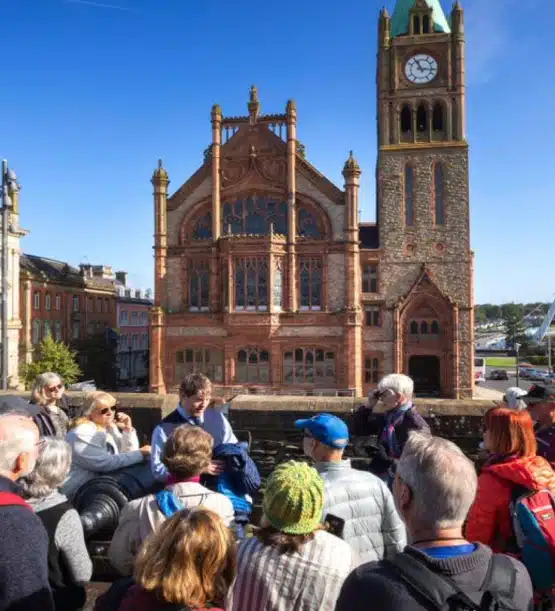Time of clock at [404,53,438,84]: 11:16
